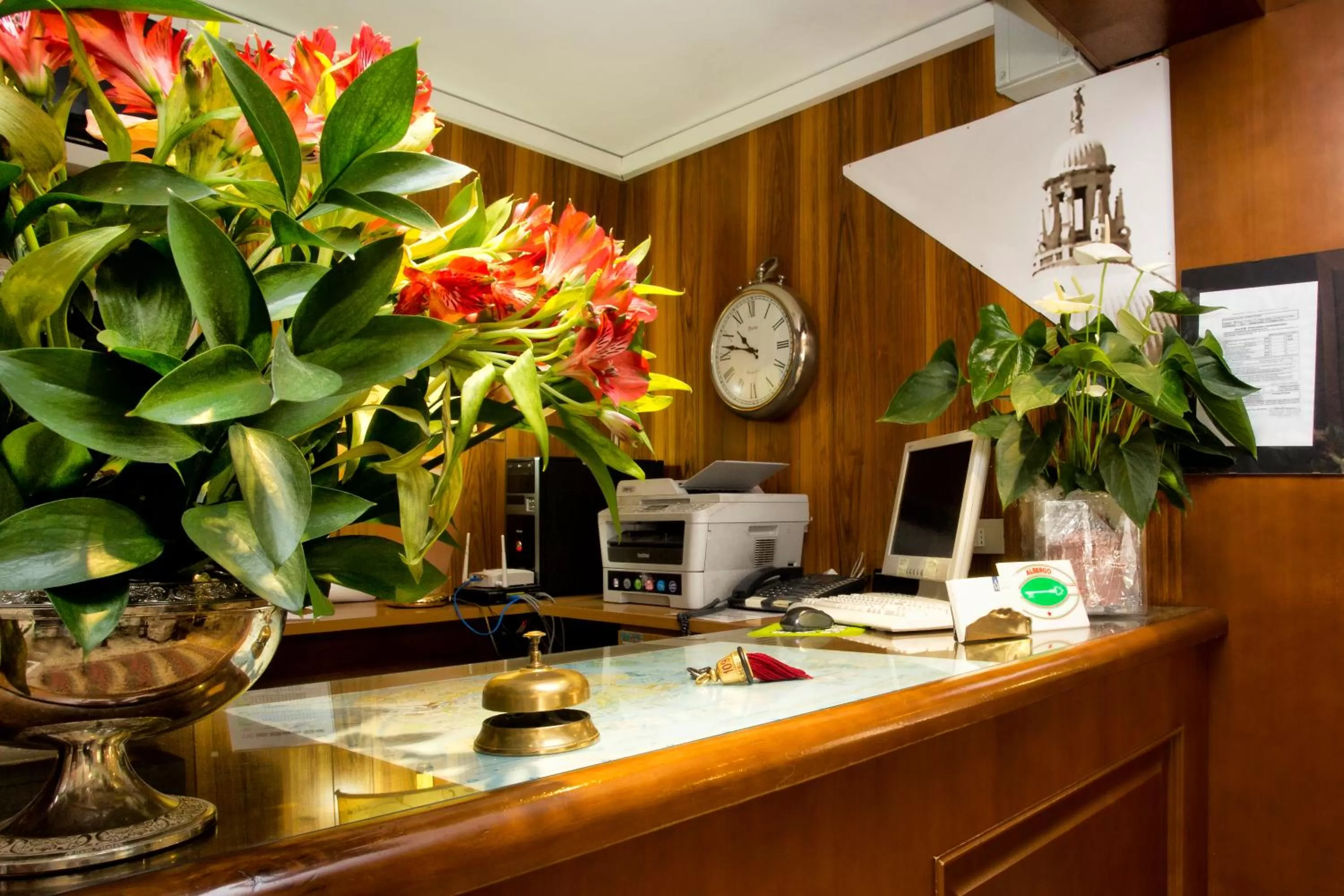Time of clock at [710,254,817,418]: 10:47
